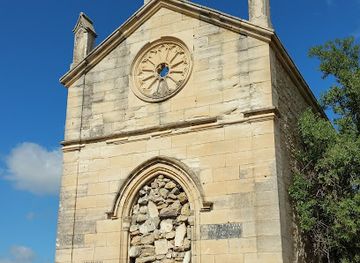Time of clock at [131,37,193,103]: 7:15
